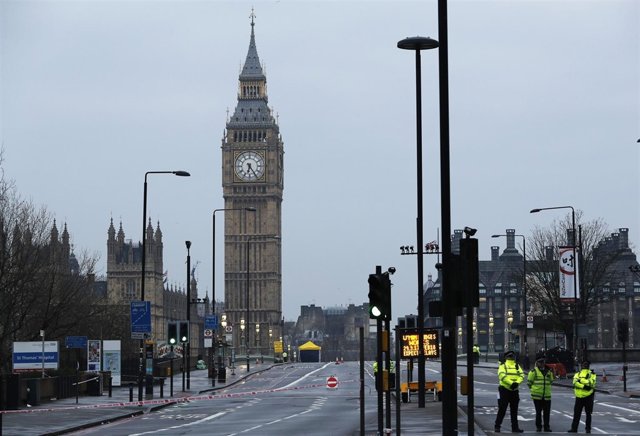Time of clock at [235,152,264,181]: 6:24
